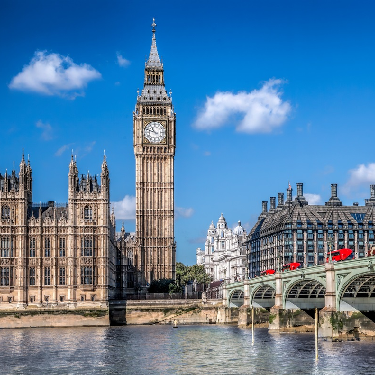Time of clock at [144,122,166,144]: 10:48
